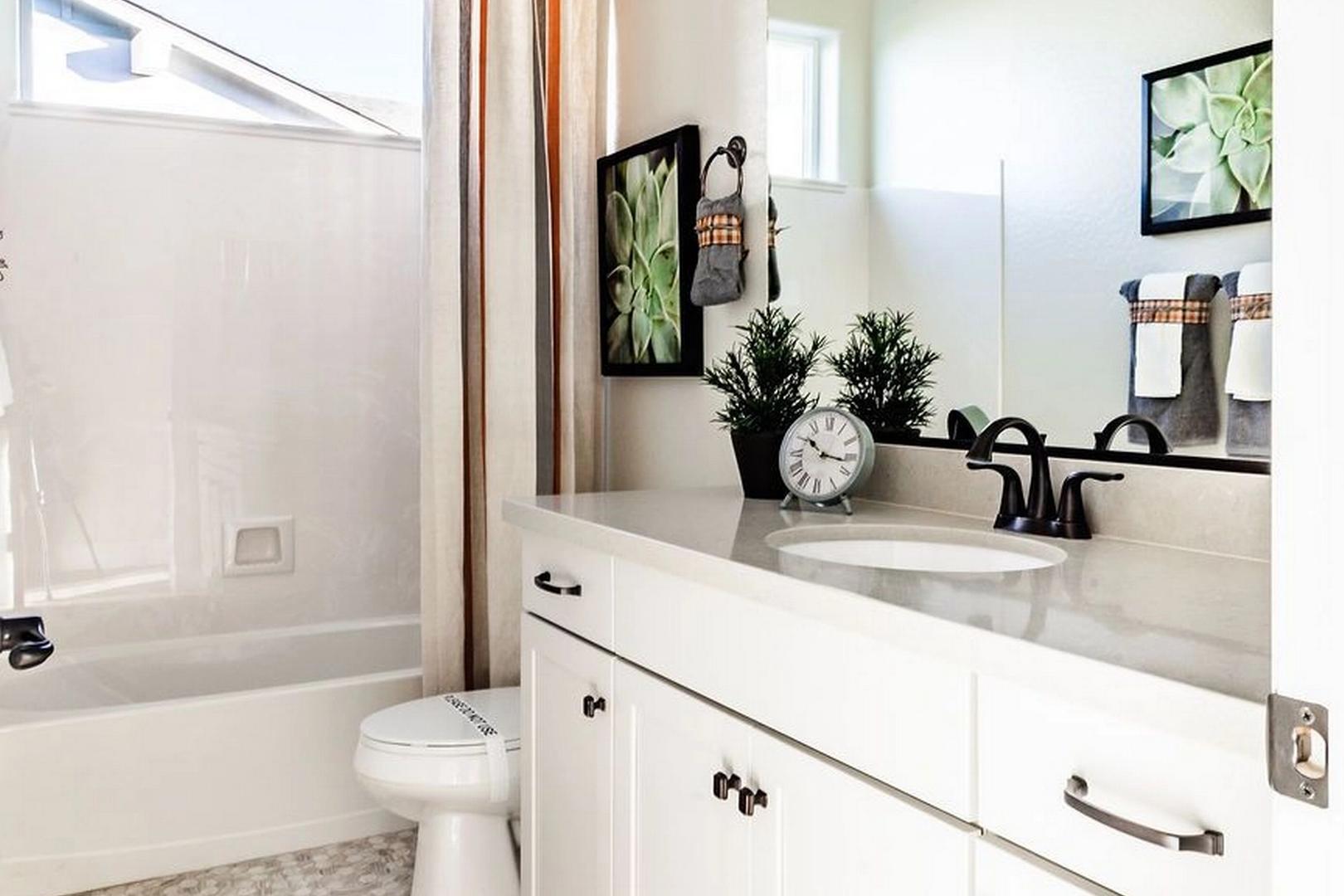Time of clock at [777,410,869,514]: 10:16
